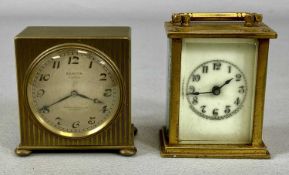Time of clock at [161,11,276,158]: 1:43
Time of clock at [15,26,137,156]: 3:40
